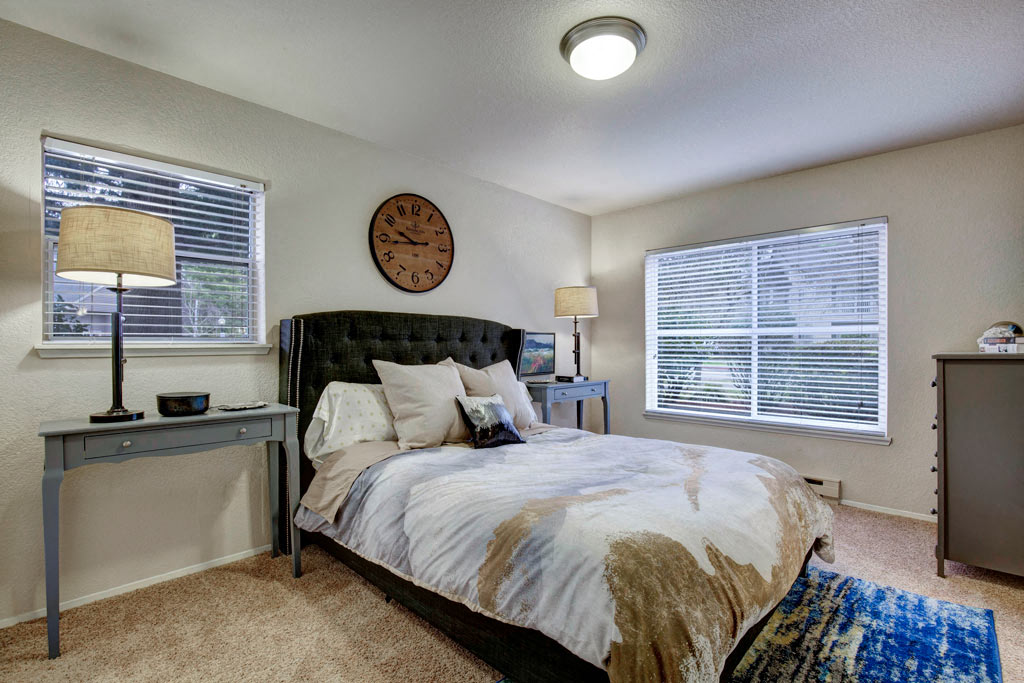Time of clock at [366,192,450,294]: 9:43
